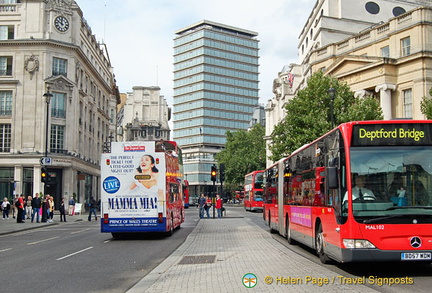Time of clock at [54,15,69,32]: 11:48
